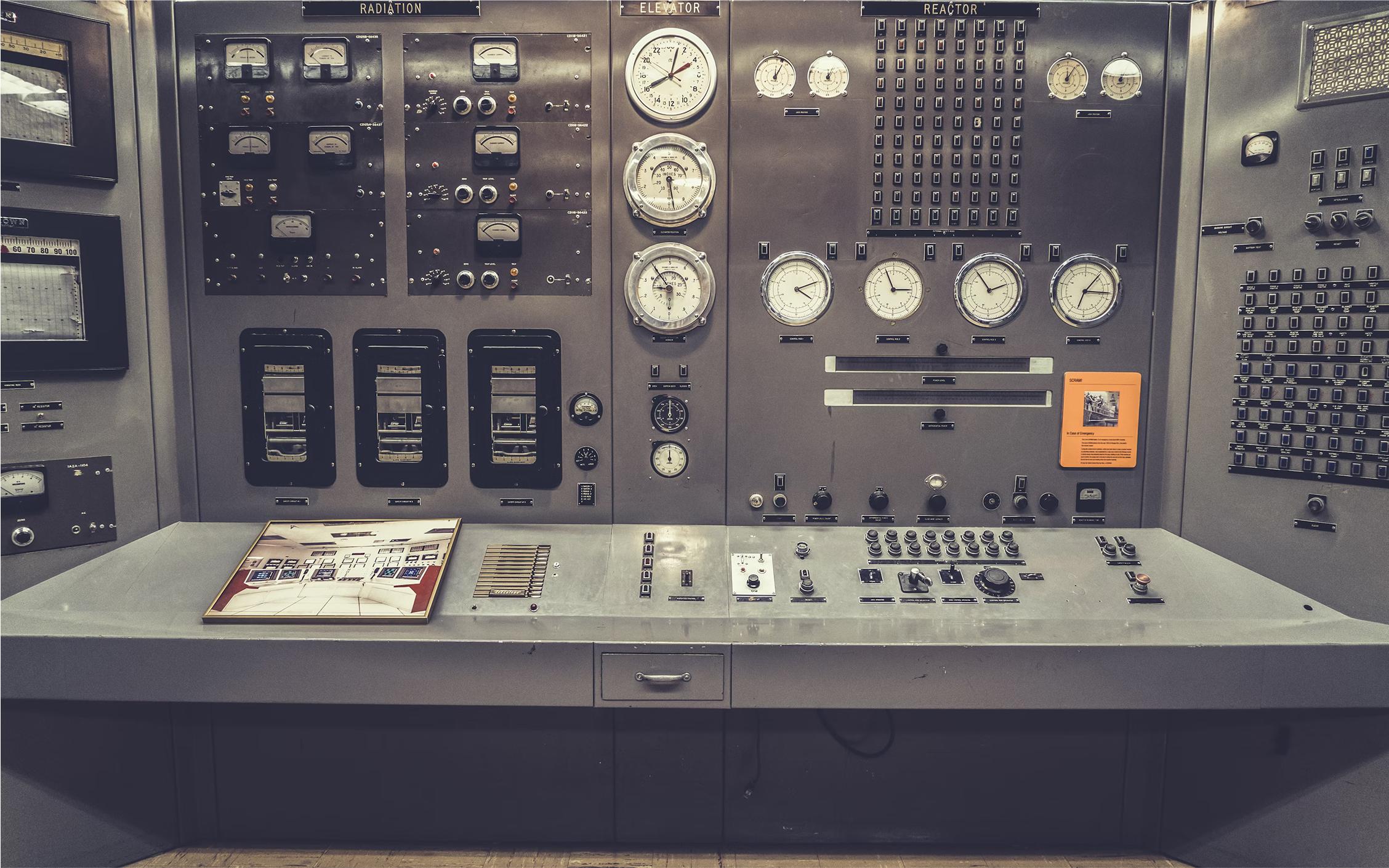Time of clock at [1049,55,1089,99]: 12:06
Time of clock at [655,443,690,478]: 12:00
